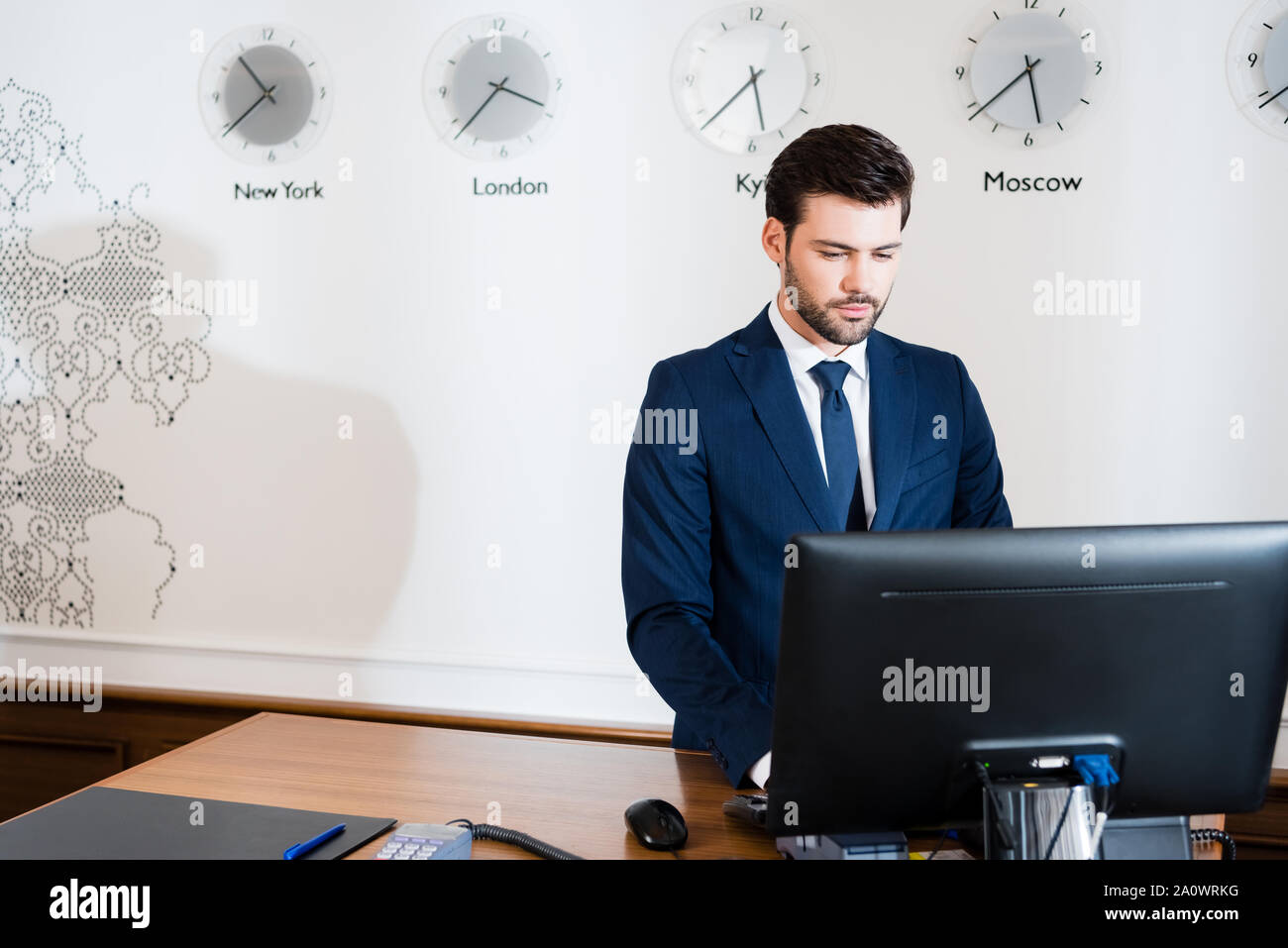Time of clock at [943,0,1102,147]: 5:38
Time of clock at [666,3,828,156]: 5:38
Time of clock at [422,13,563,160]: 3:37
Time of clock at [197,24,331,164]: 10:38
